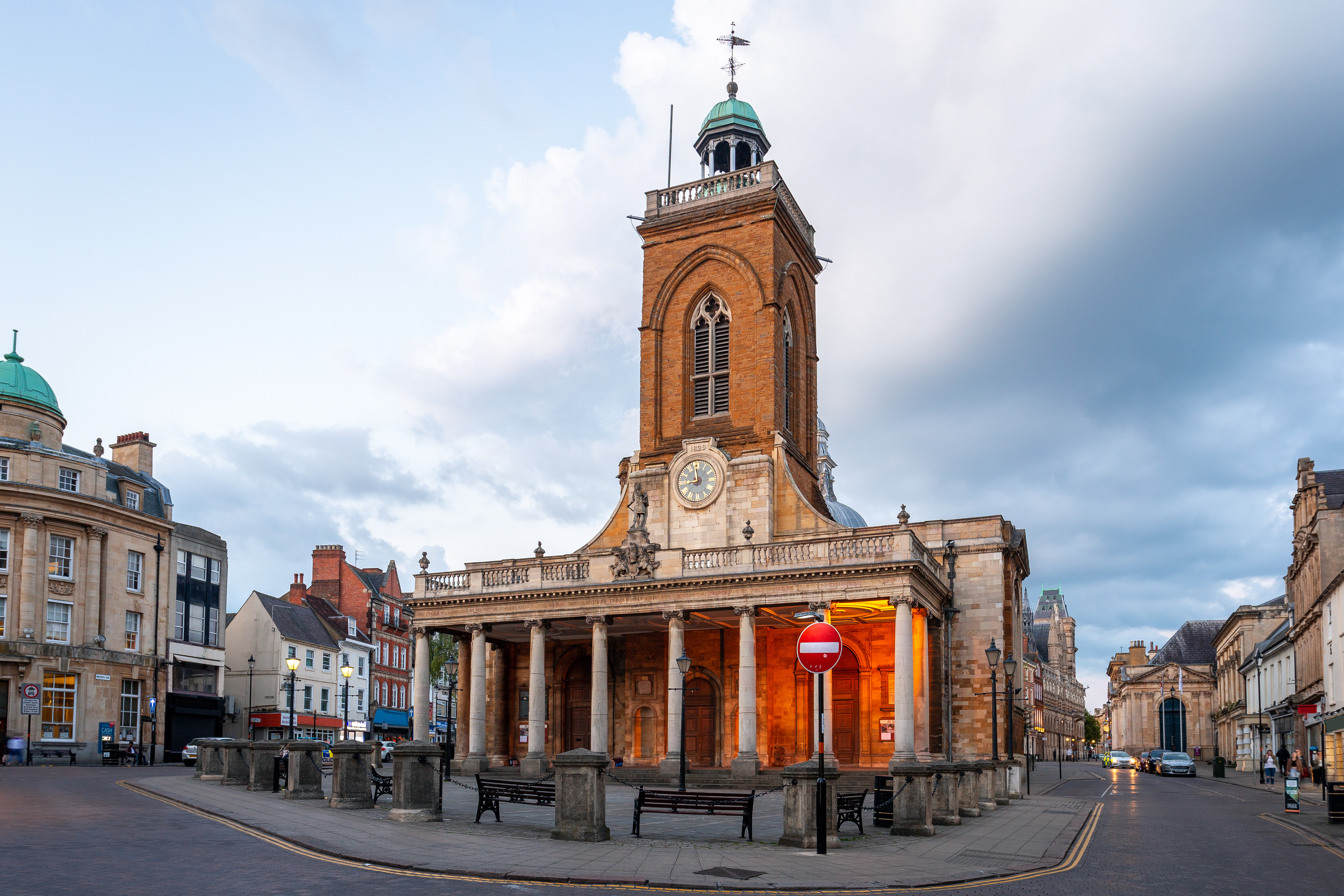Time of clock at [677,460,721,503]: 8:58
